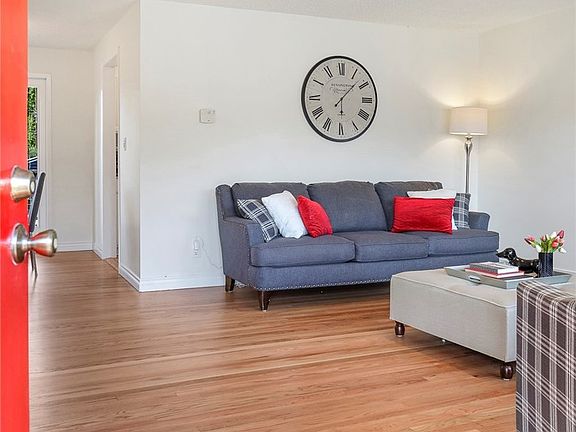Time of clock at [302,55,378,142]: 6:07
